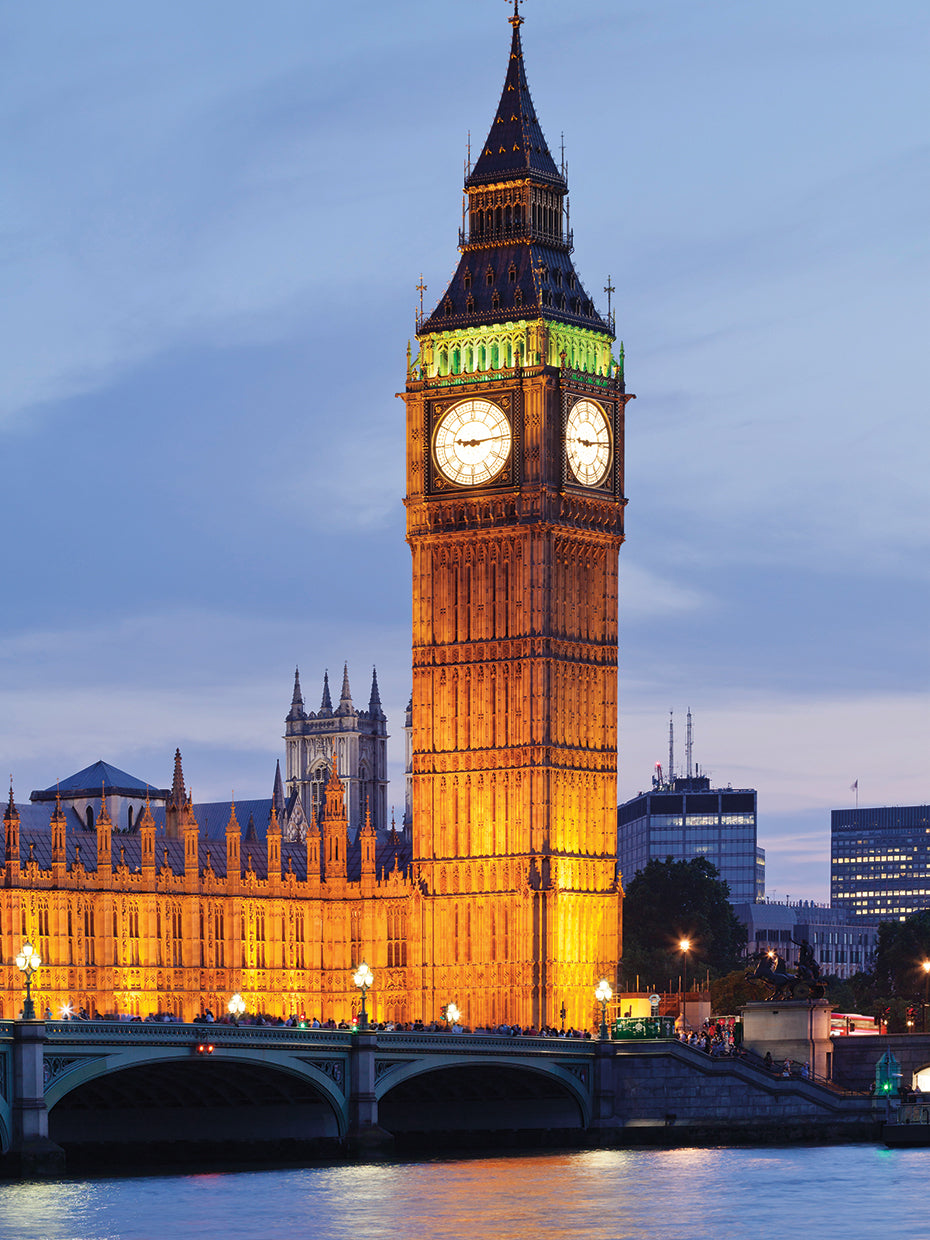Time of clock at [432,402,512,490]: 9:13
